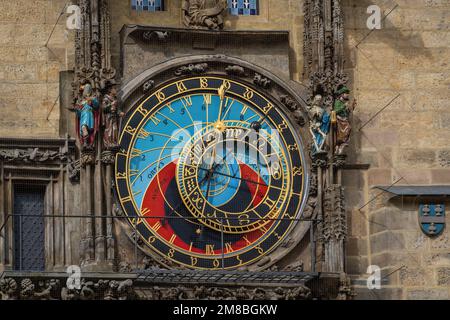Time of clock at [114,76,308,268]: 7:00
